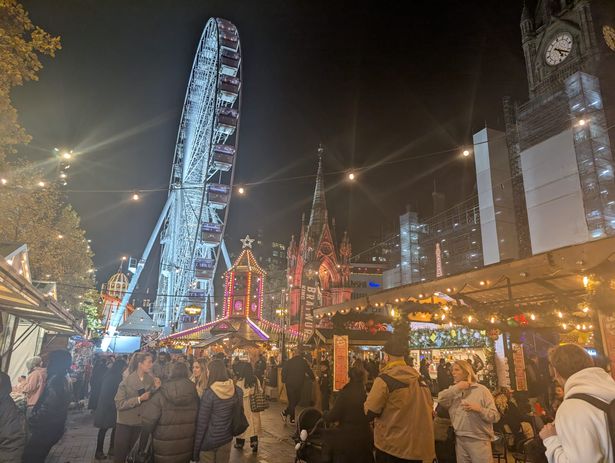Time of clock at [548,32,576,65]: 4:17
